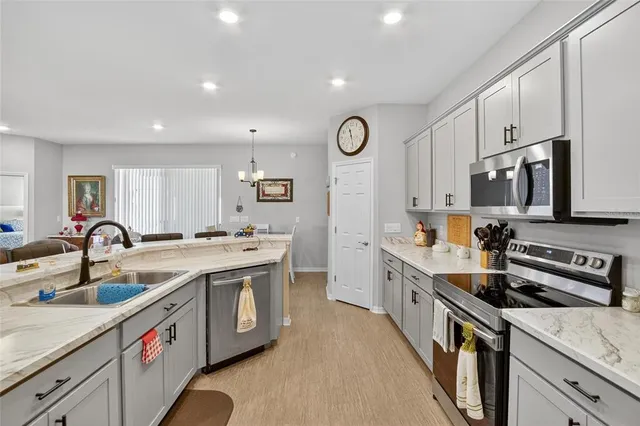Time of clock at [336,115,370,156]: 11:28
